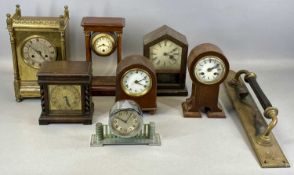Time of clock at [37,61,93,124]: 5:26
